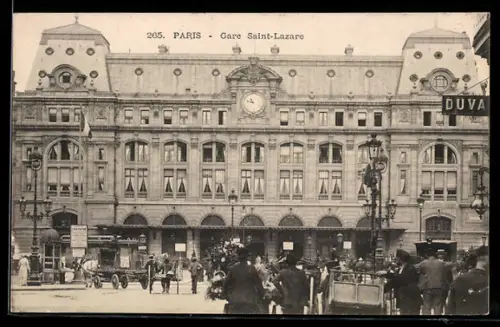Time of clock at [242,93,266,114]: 10:47
